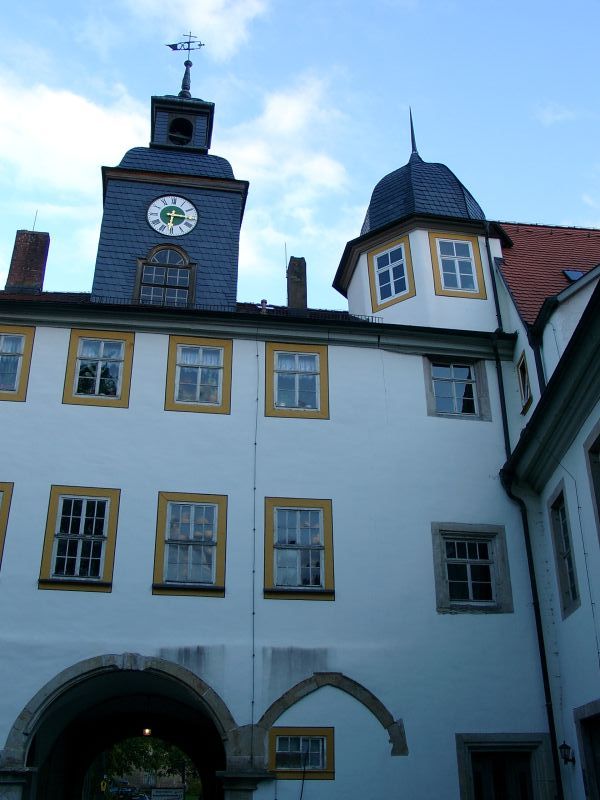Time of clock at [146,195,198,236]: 6:15
